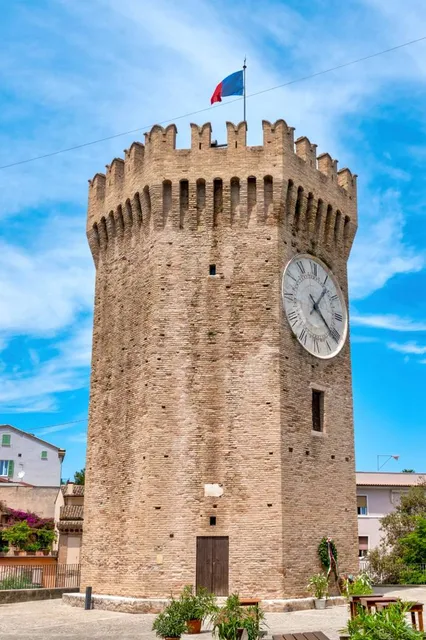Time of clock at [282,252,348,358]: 1:21
